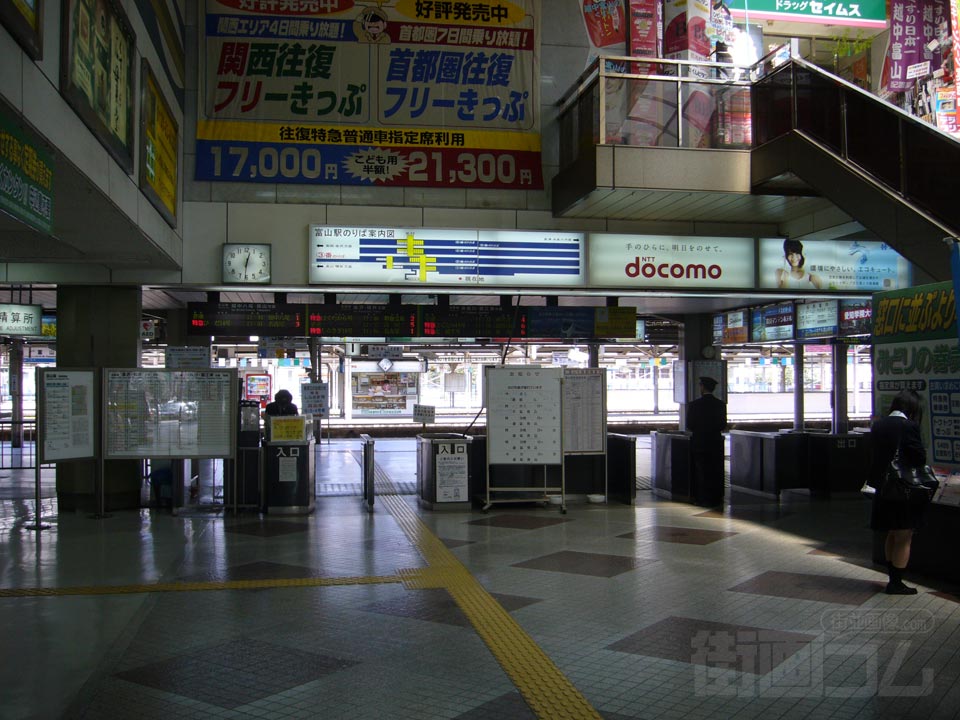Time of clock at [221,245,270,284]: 12:31
